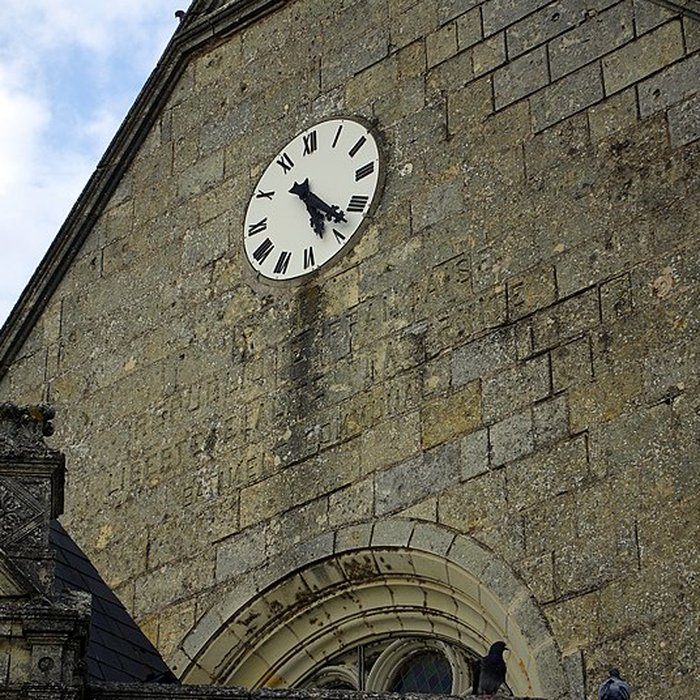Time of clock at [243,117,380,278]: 5:22
